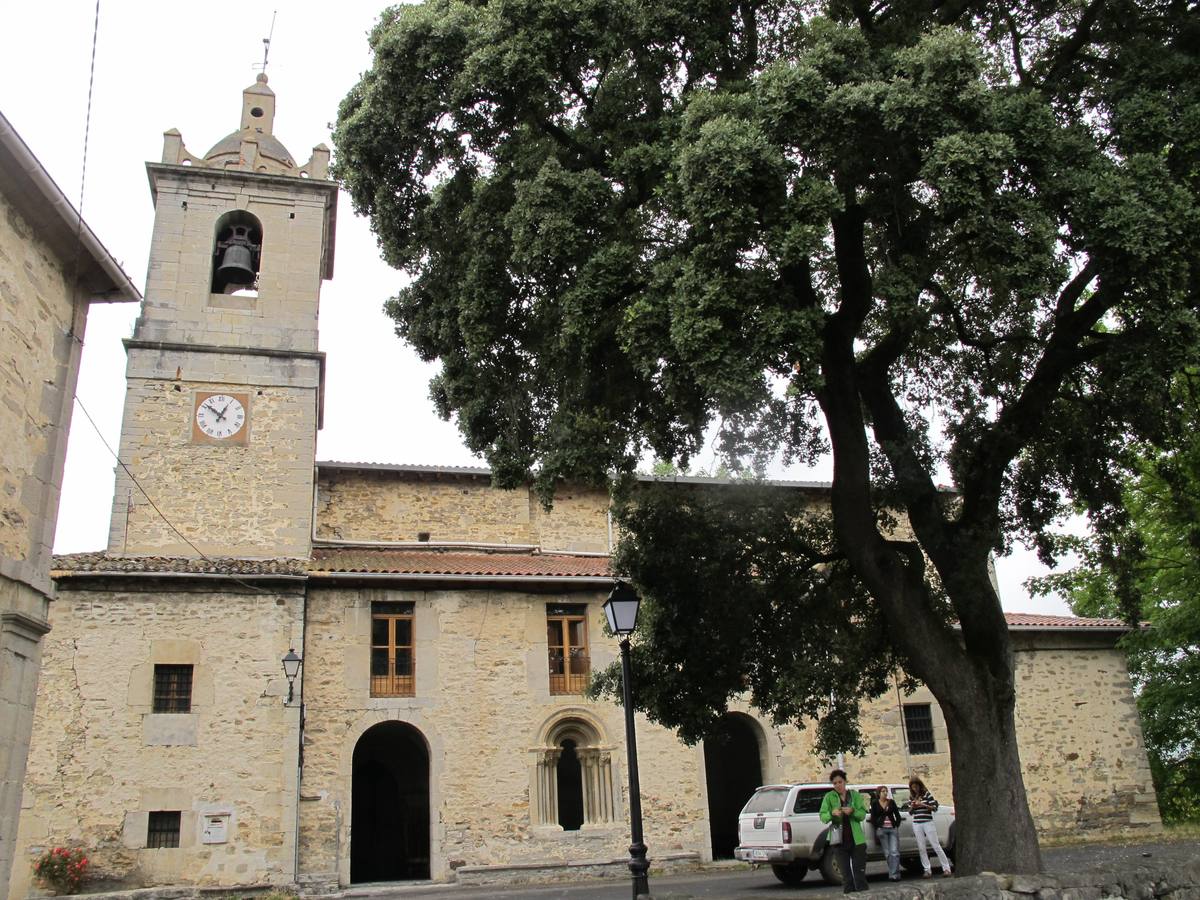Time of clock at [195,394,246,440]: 12:51
